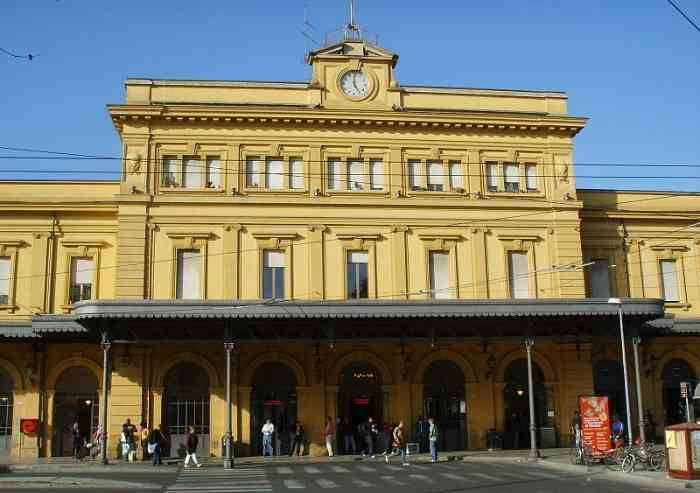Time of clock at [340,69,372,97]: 4:59
